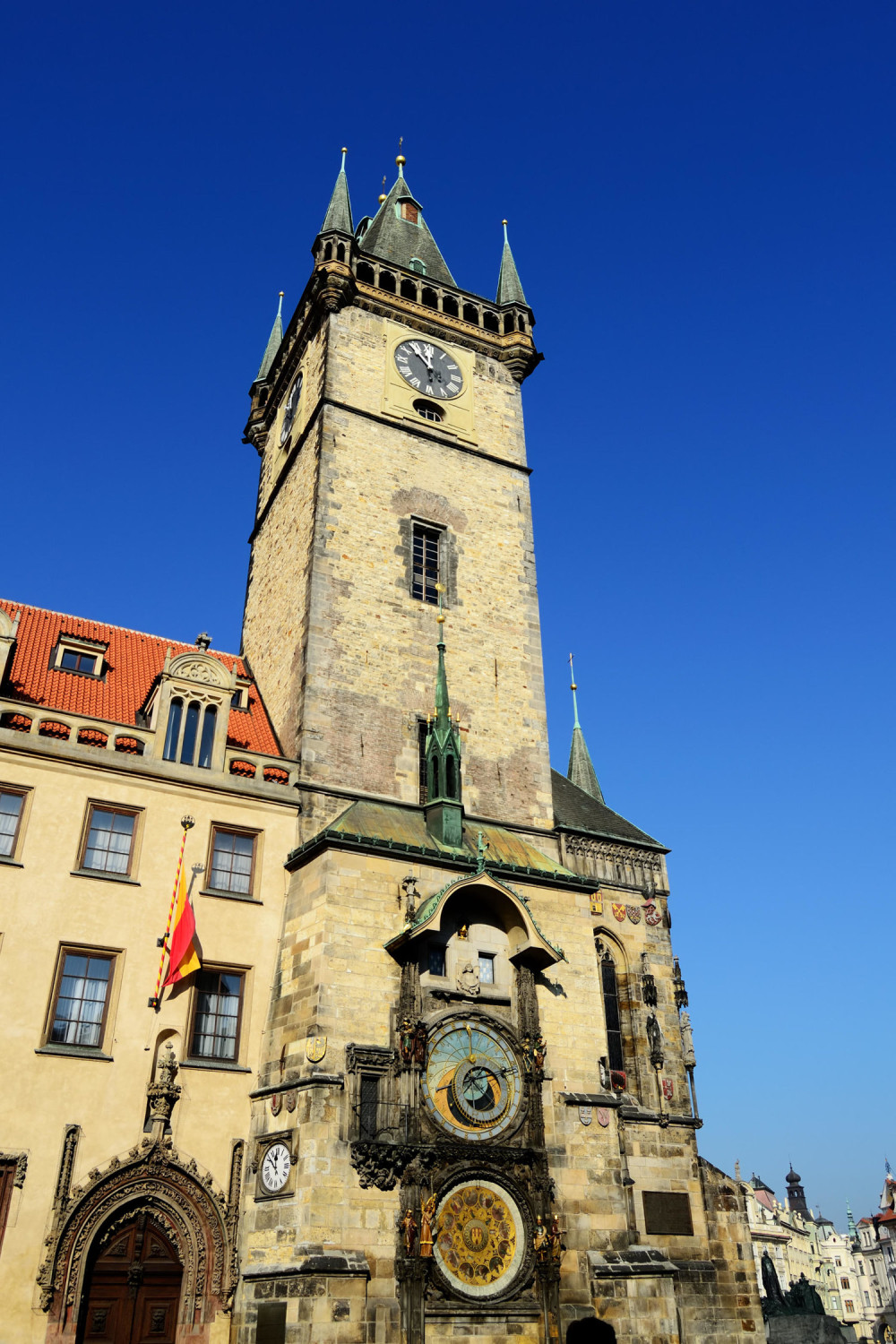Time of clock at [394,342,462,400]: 11:52
